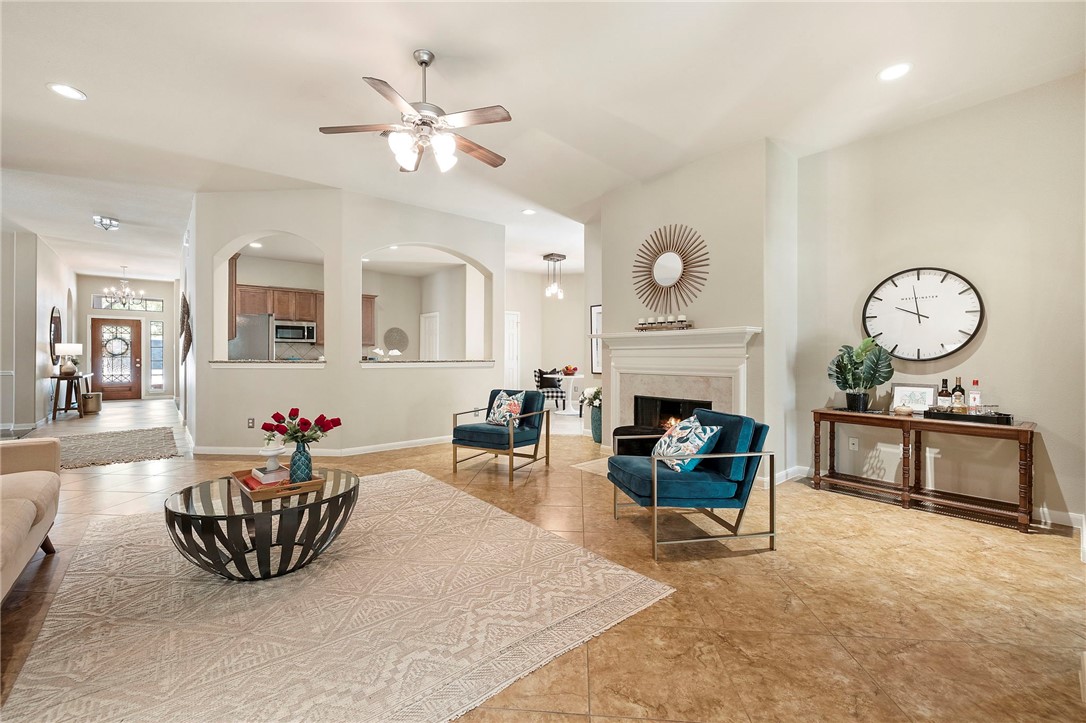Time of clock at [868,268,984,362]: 9:58
